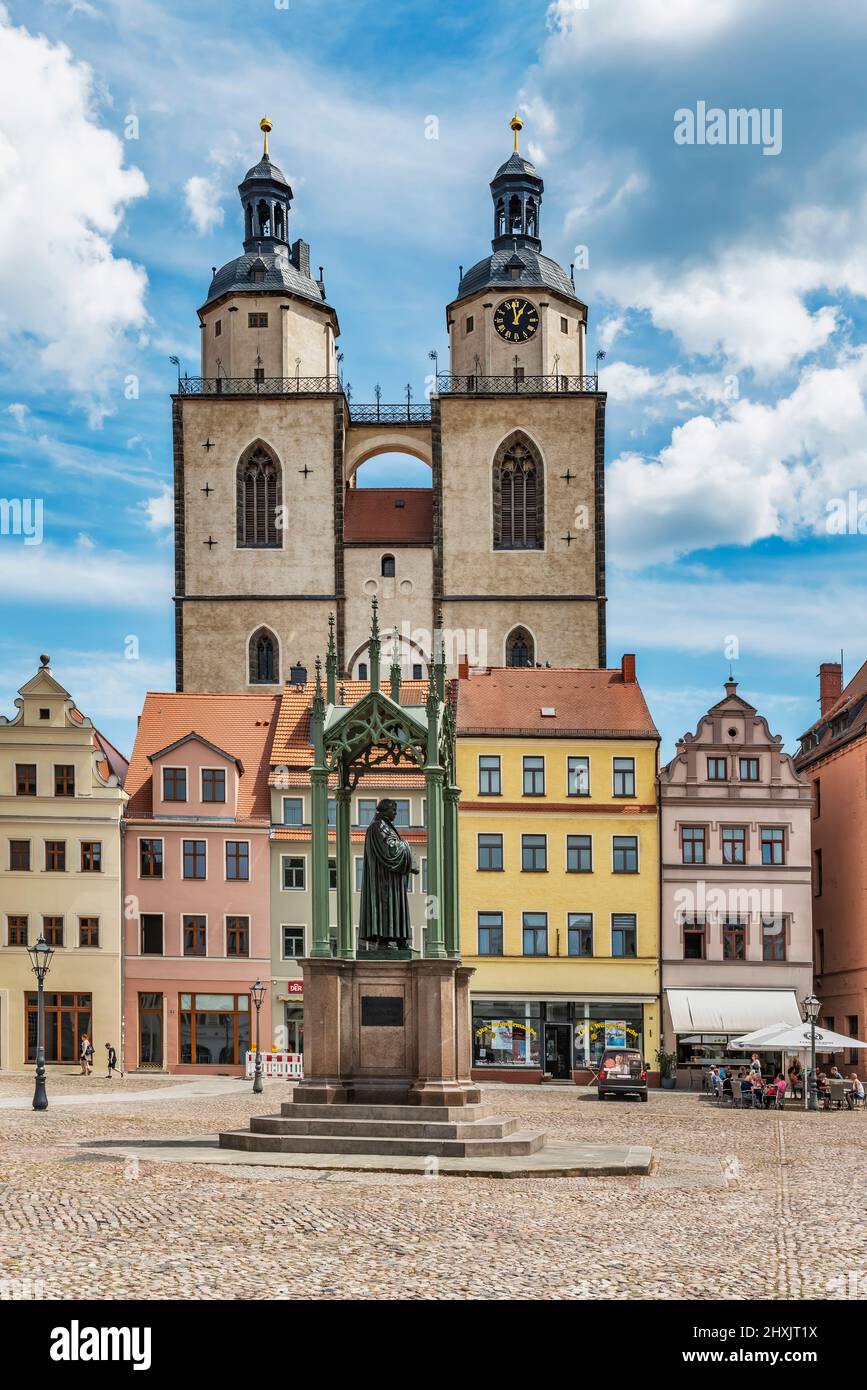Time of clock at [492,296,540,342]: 12:58
